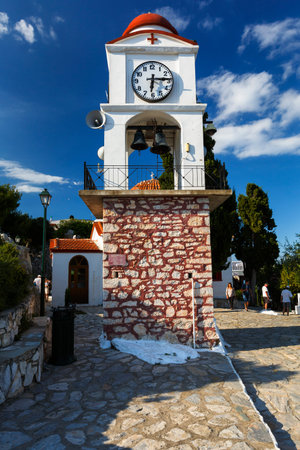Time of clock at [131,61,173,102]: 6:14
